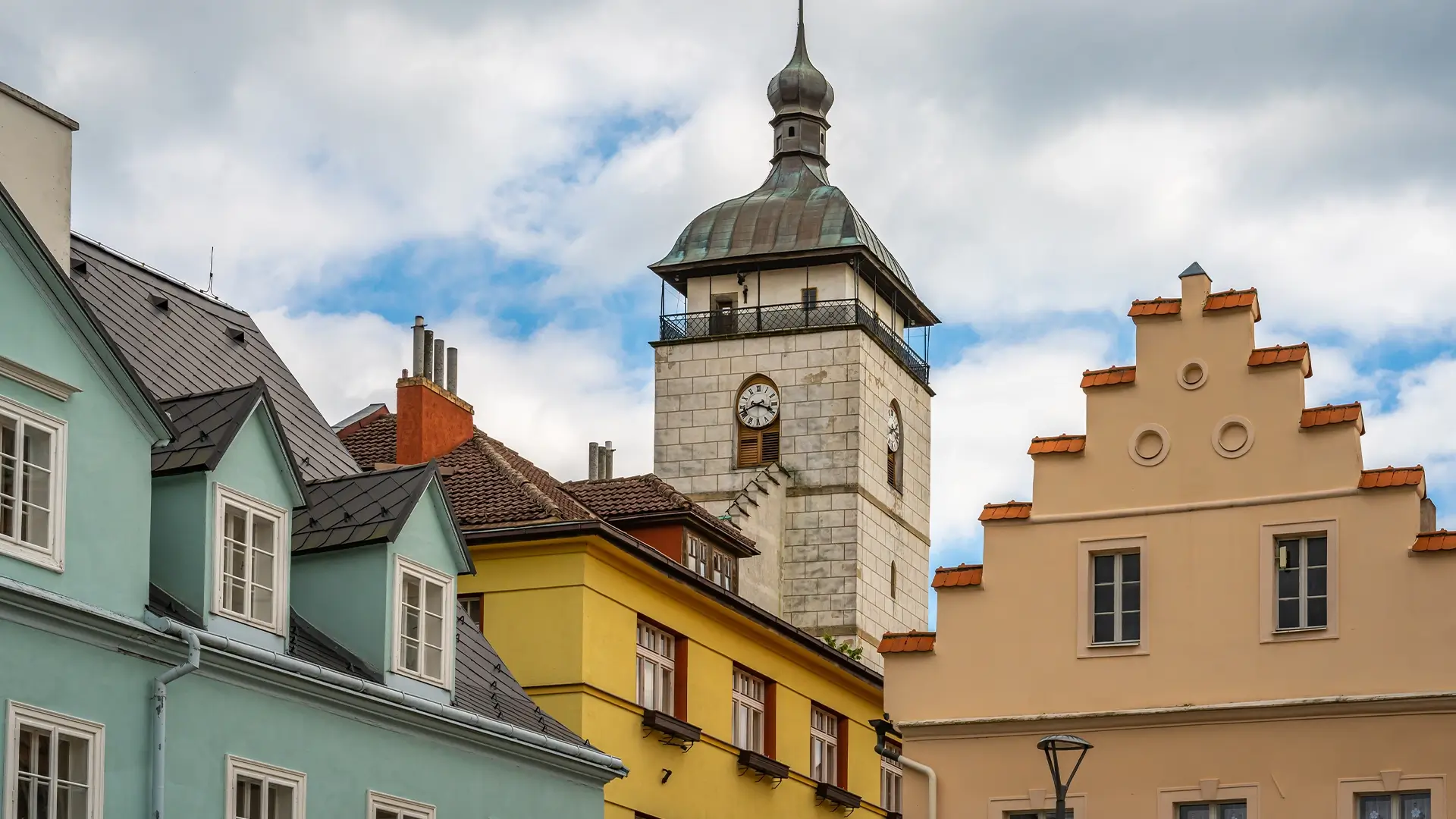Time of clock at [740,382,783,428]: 3:41
